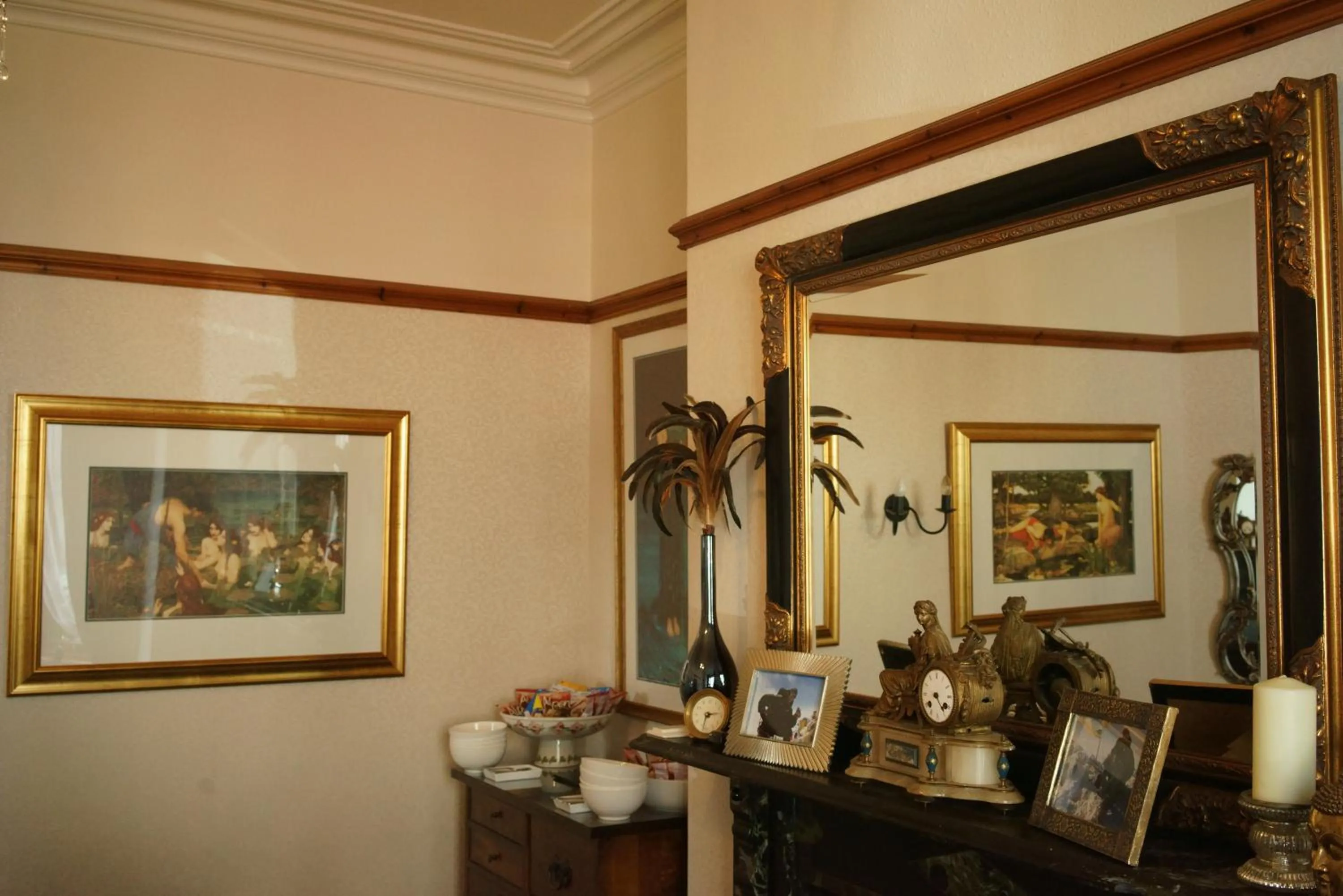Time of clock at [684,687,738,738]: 2:32
